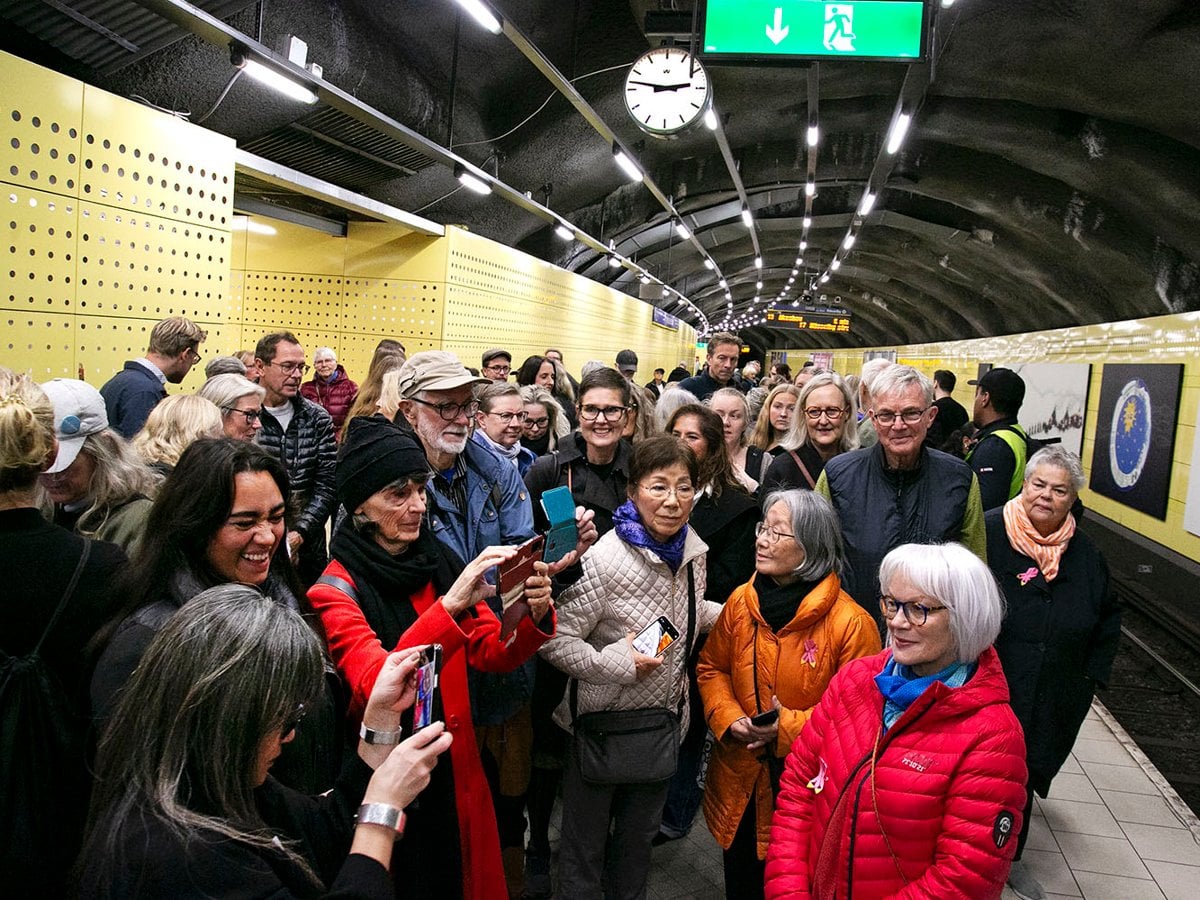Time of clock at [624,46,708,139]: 2:46
